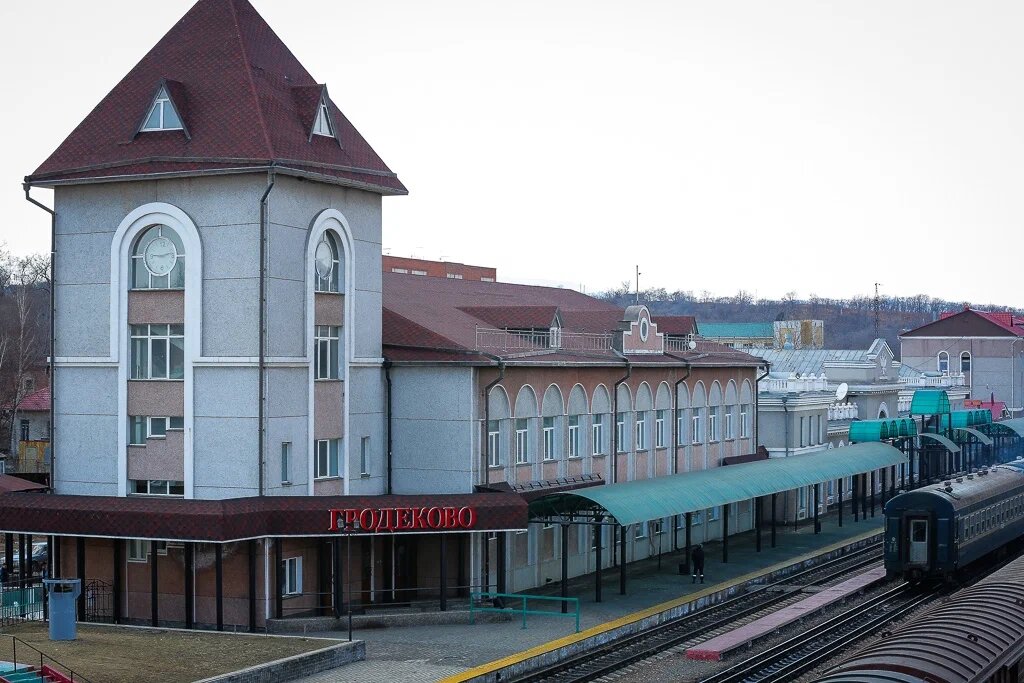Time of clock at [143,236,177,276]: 9:12
